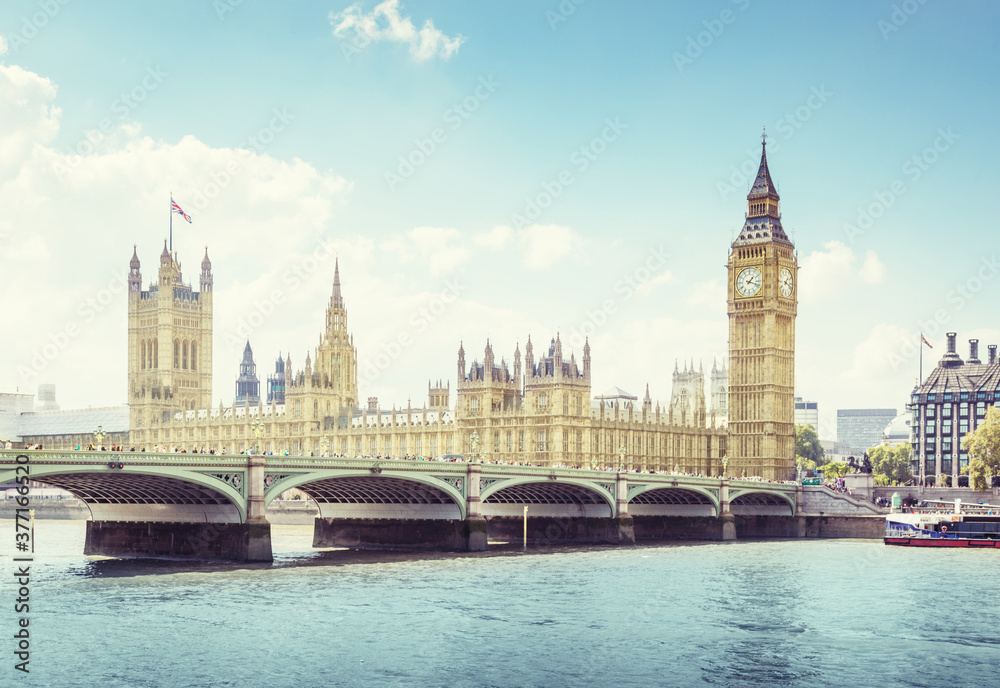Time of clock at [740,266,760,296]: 1:18
